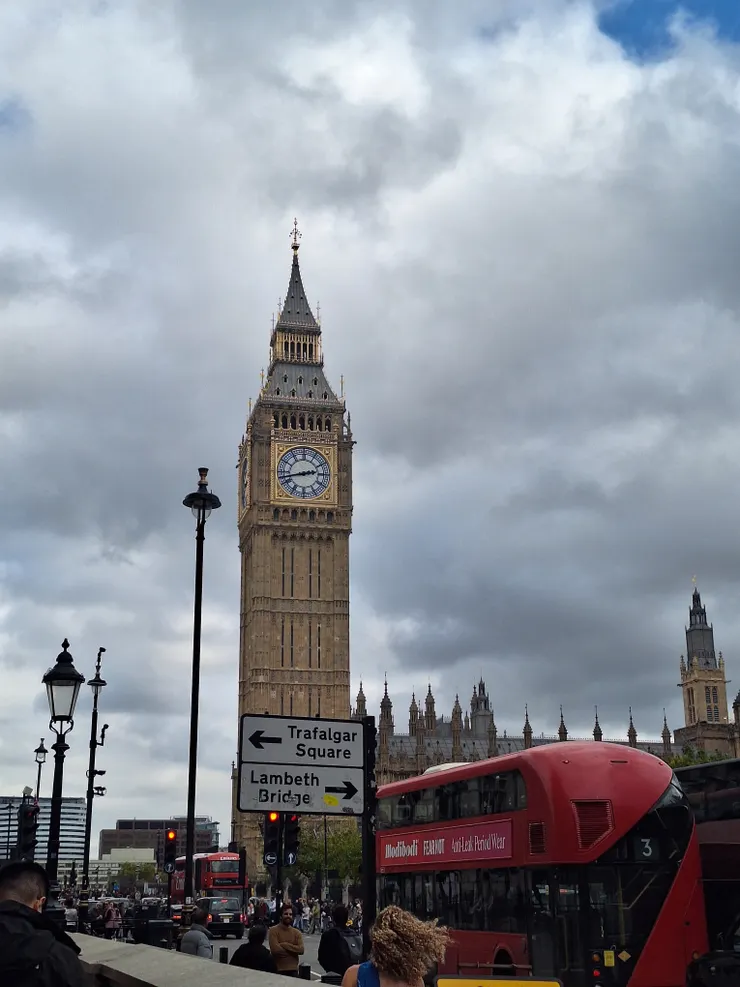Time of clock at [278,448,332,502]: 2:42
